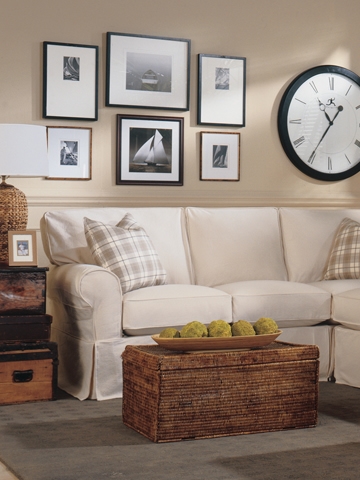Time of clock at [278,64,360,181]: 10:35
